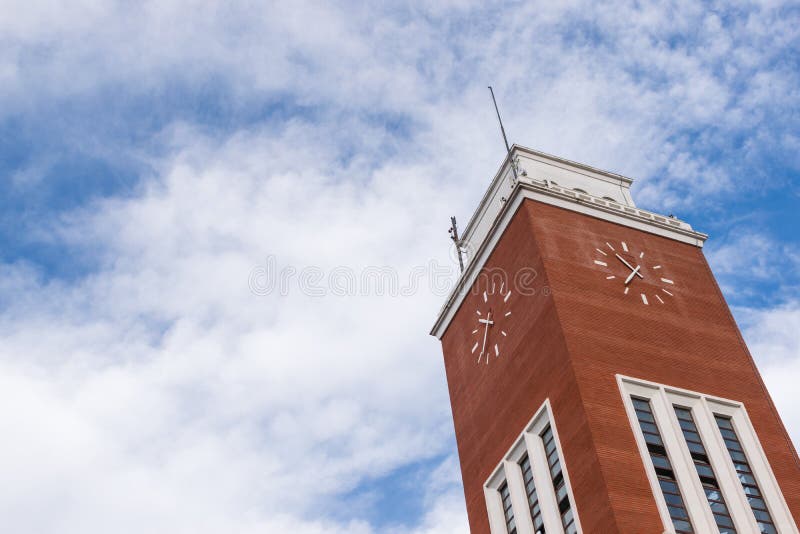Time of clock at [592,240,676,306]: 10:36
